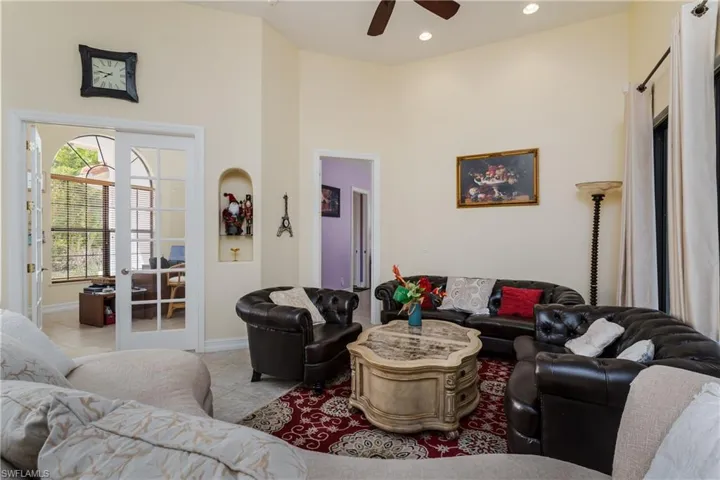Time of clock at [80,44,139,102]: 7:46
